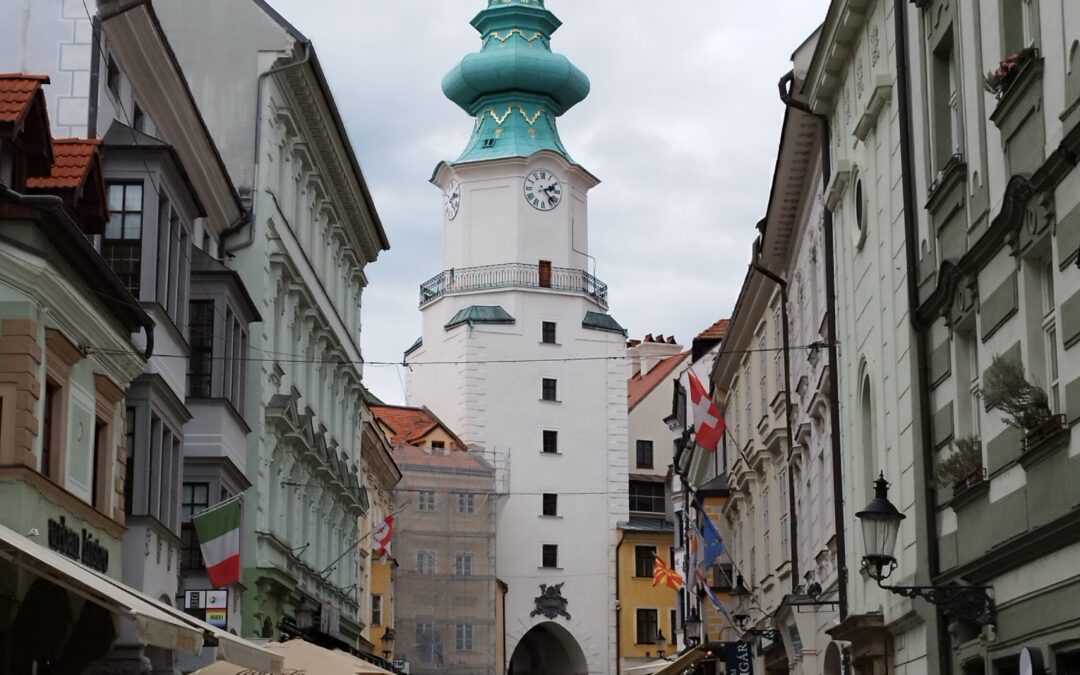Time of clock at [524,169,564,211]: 2:22
